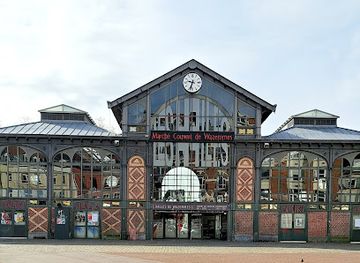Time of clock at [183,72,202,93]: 9:33
